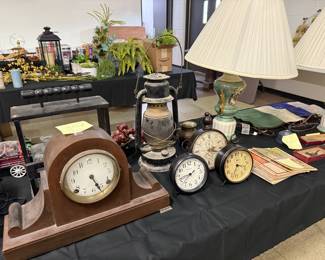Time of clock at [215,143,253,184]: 3:33
